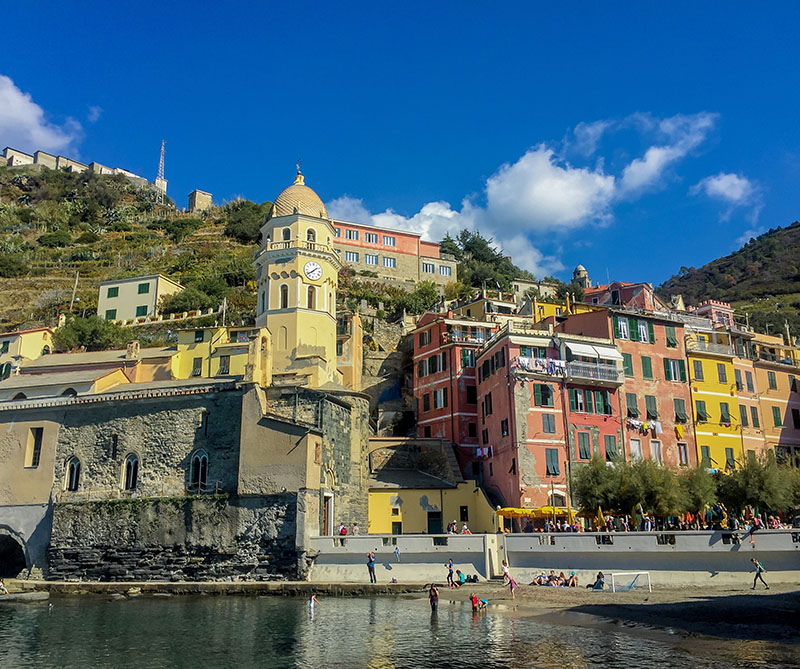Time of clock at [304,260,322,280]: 1:39
